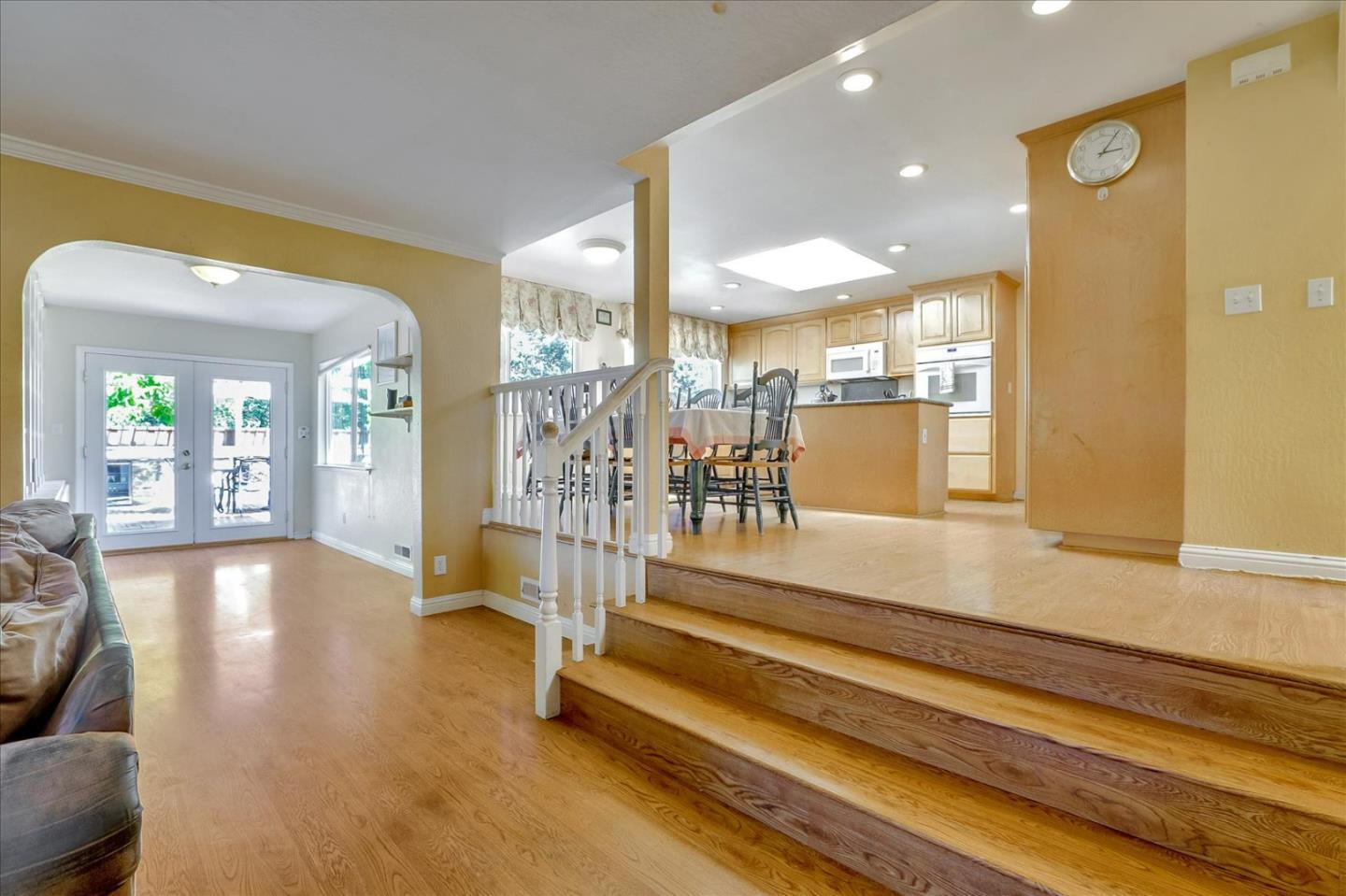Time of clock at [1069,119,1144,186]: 3:06
